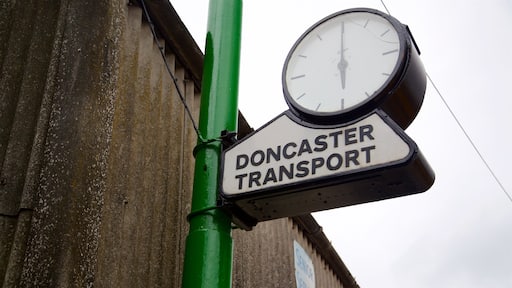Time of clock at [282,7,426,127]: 6:00
